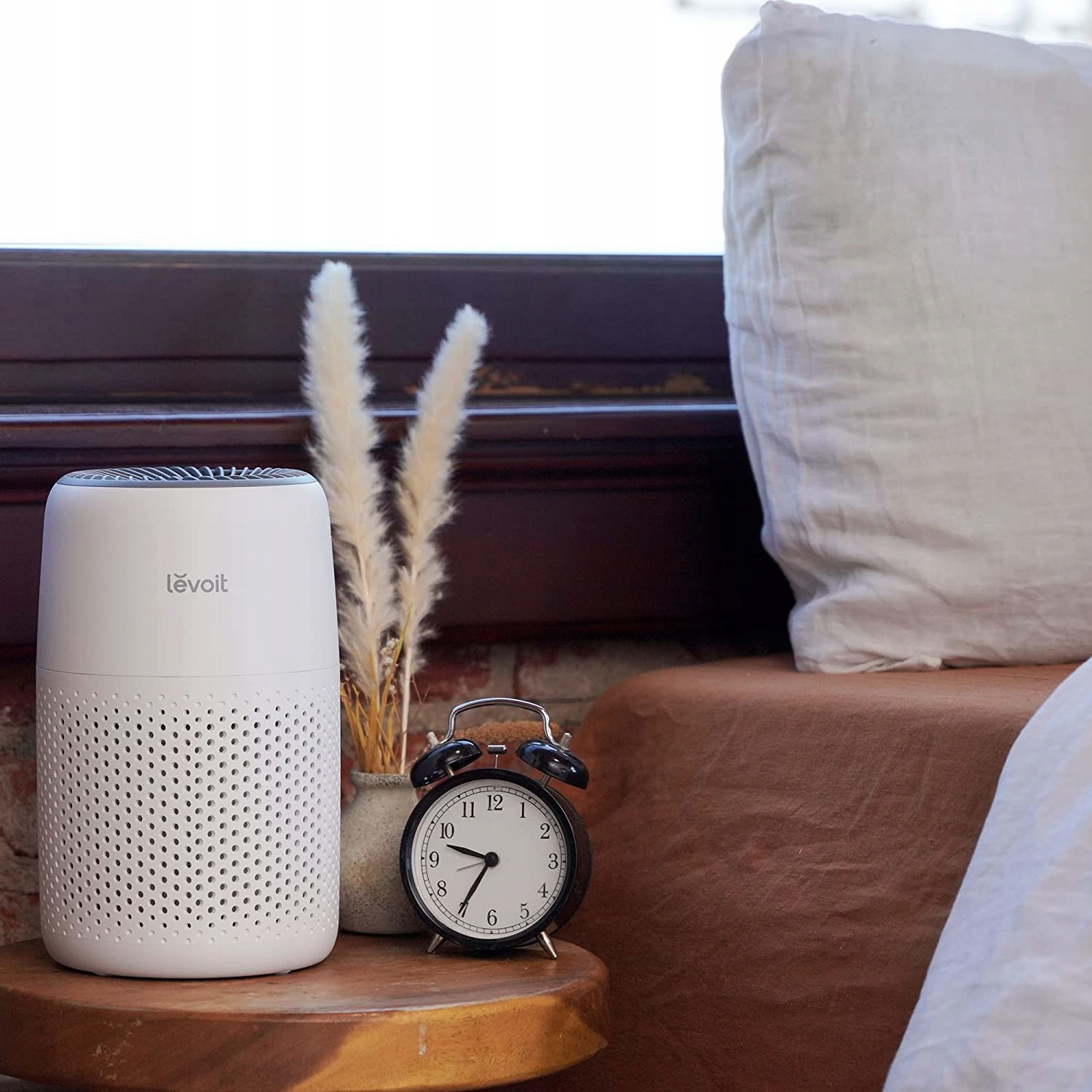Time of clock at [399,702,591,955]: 9:35
